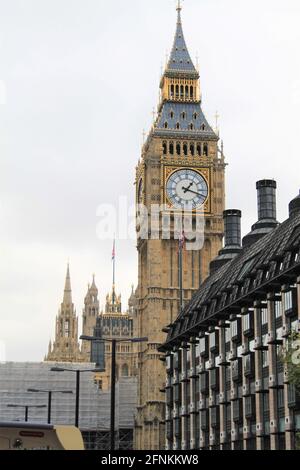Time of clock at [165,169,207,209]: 1:18
